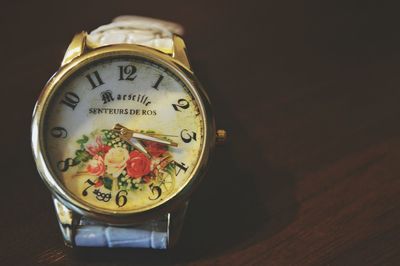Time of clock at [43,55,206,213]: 4:16
